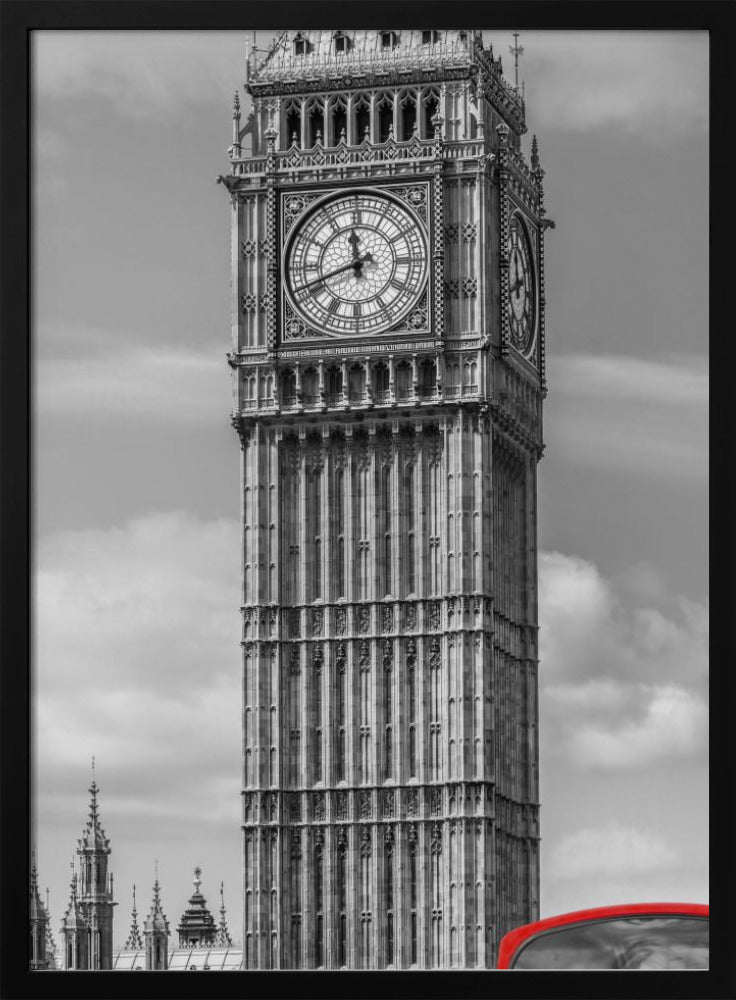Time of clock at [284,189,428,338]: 11:41
